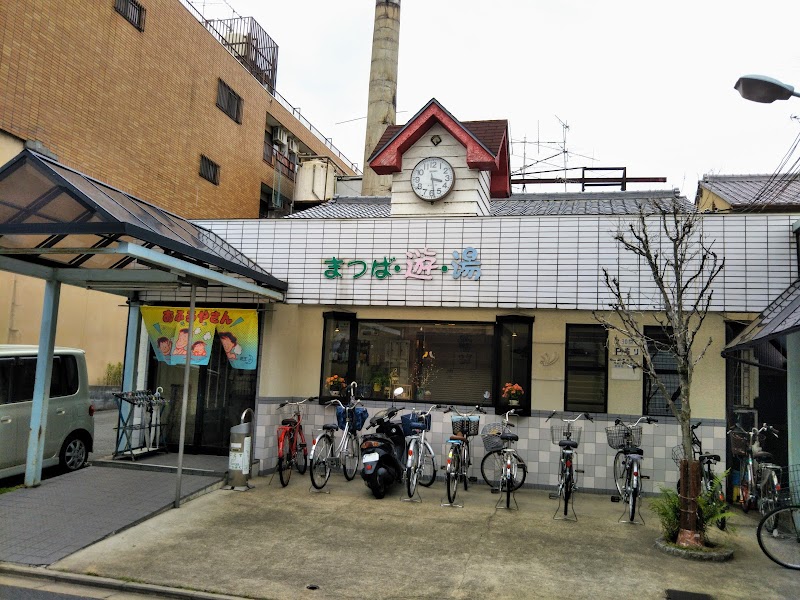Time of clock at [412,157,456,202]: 3:28
